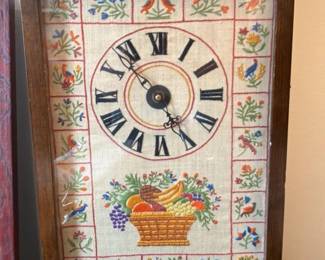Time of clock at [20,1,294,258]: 4:52
